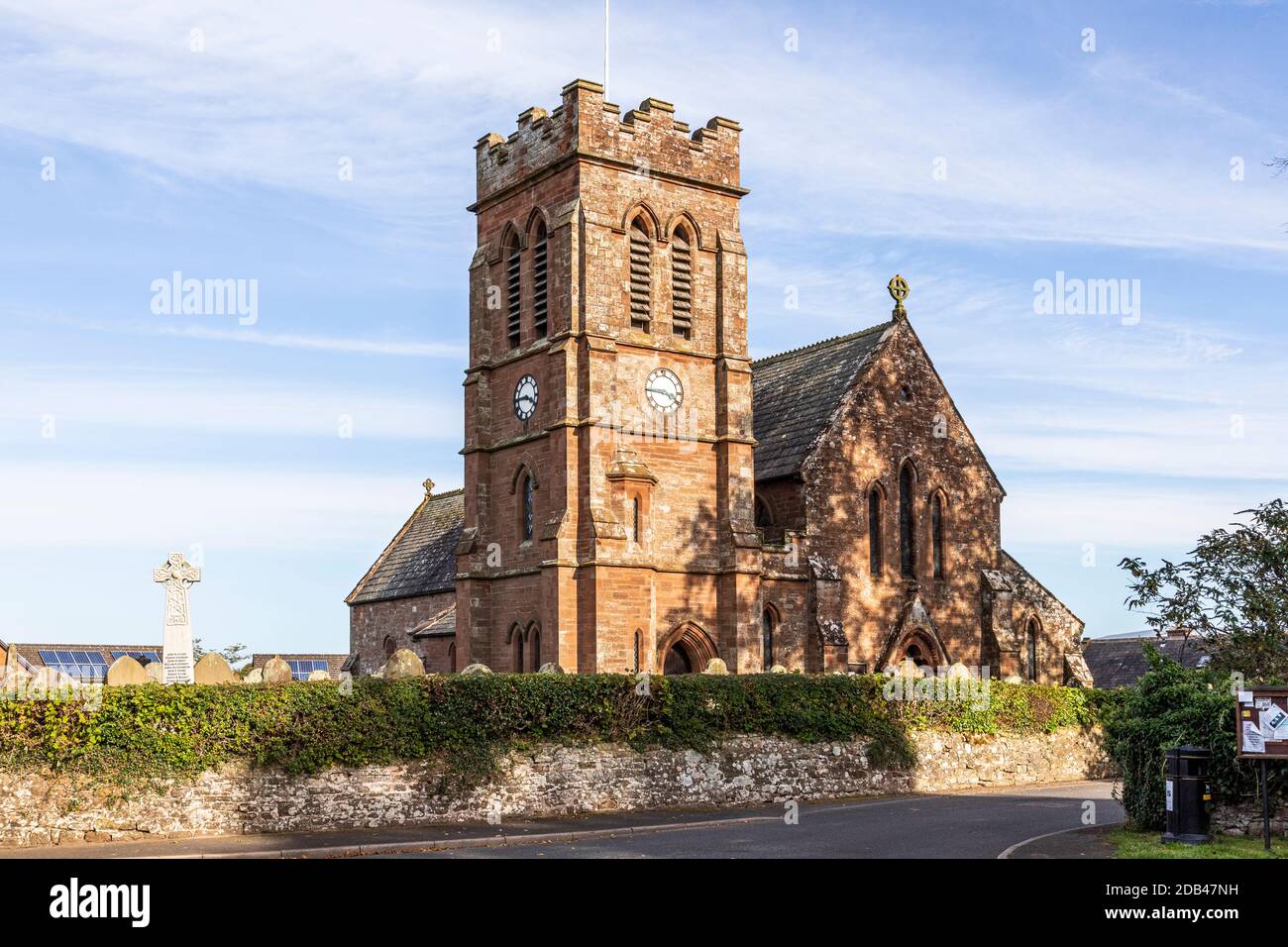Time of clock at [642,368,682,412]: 3:45
